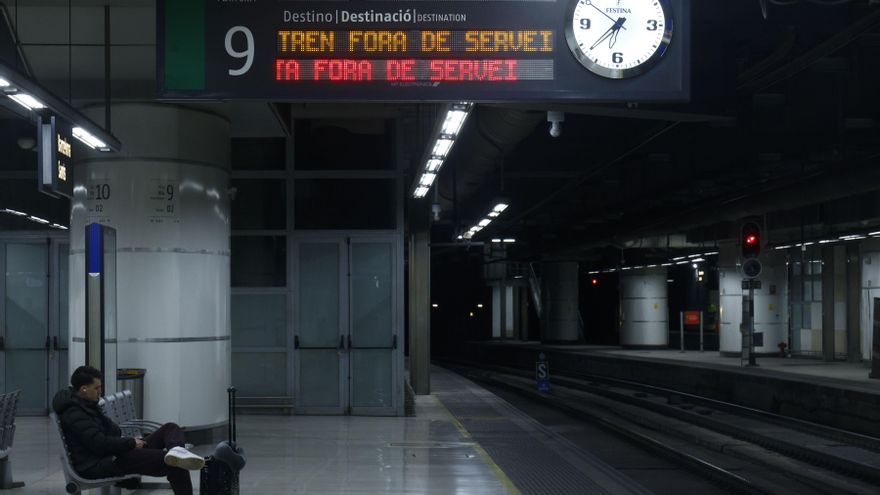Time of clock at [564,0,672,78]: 6:37
